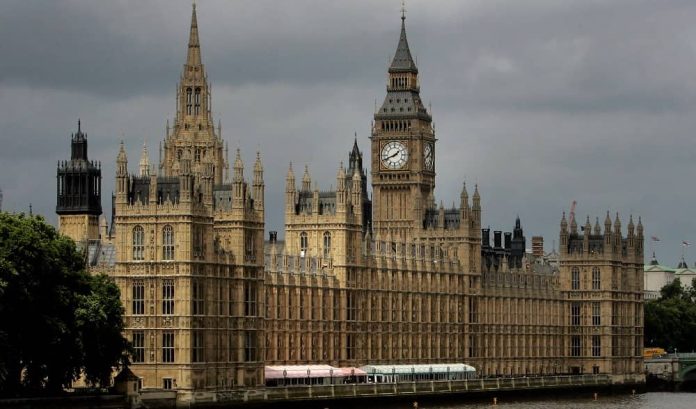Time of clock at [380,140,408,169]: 1:41
